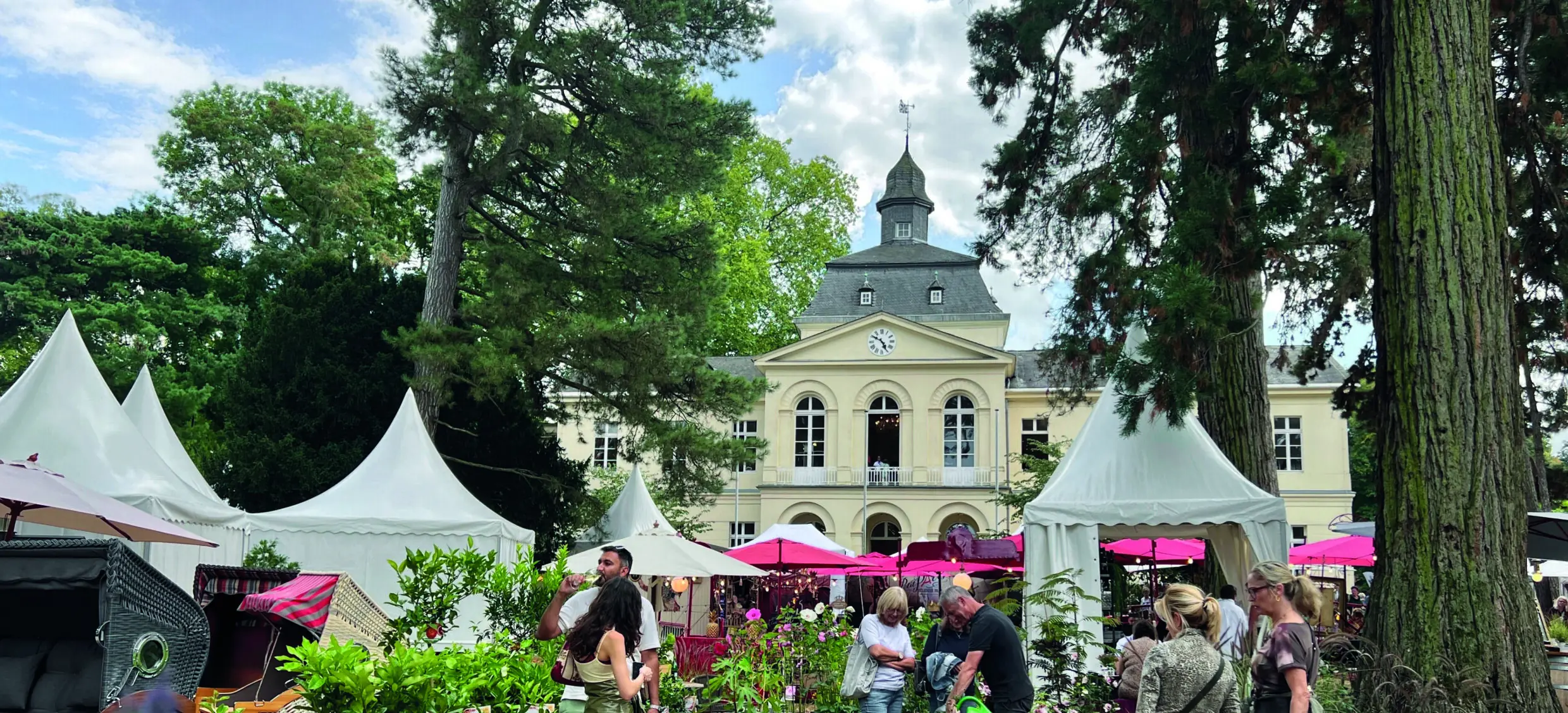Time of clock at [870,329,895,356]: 4:50
